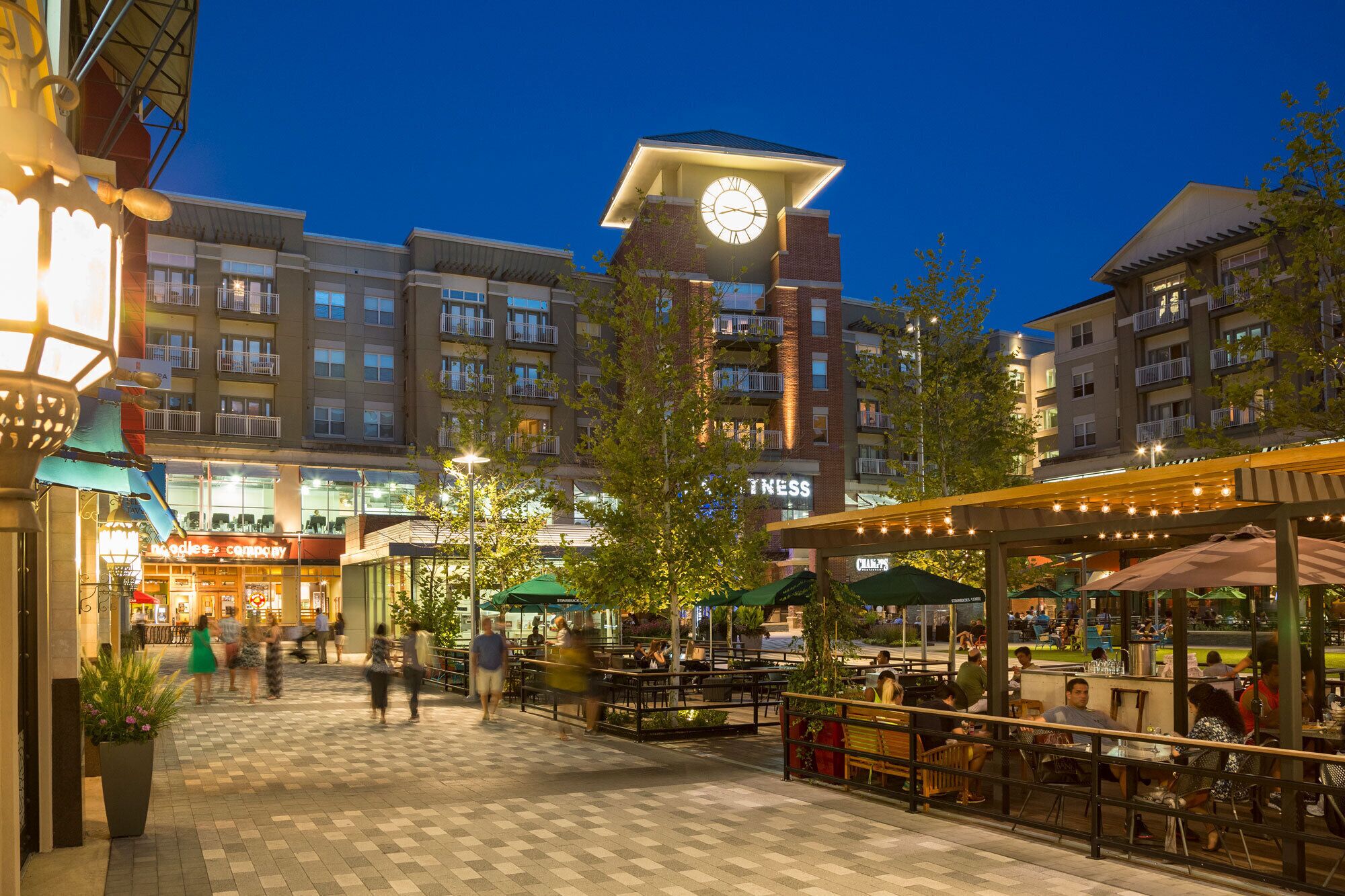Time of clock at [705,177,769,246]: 8:16
